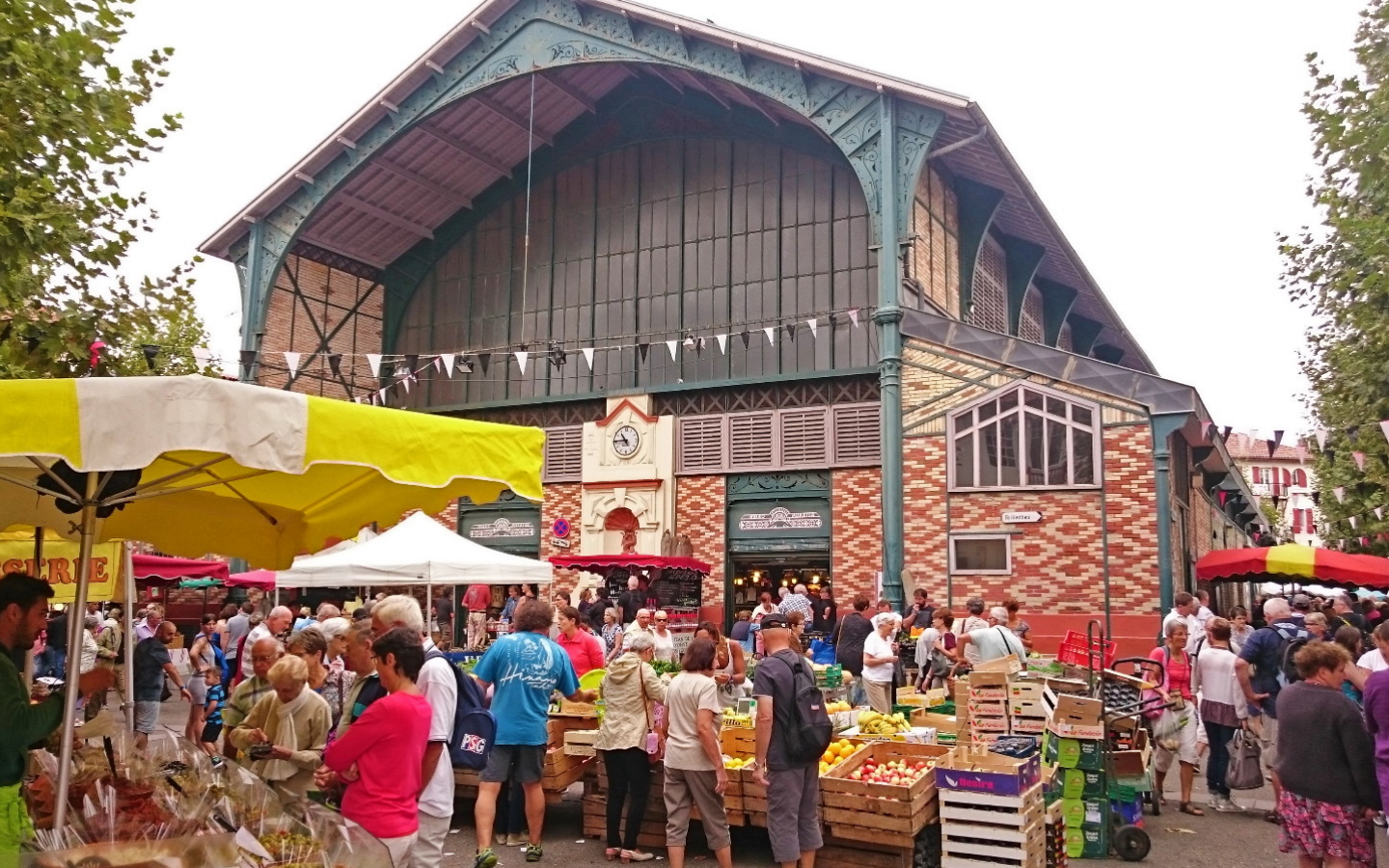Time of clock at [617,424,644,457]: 10:45
